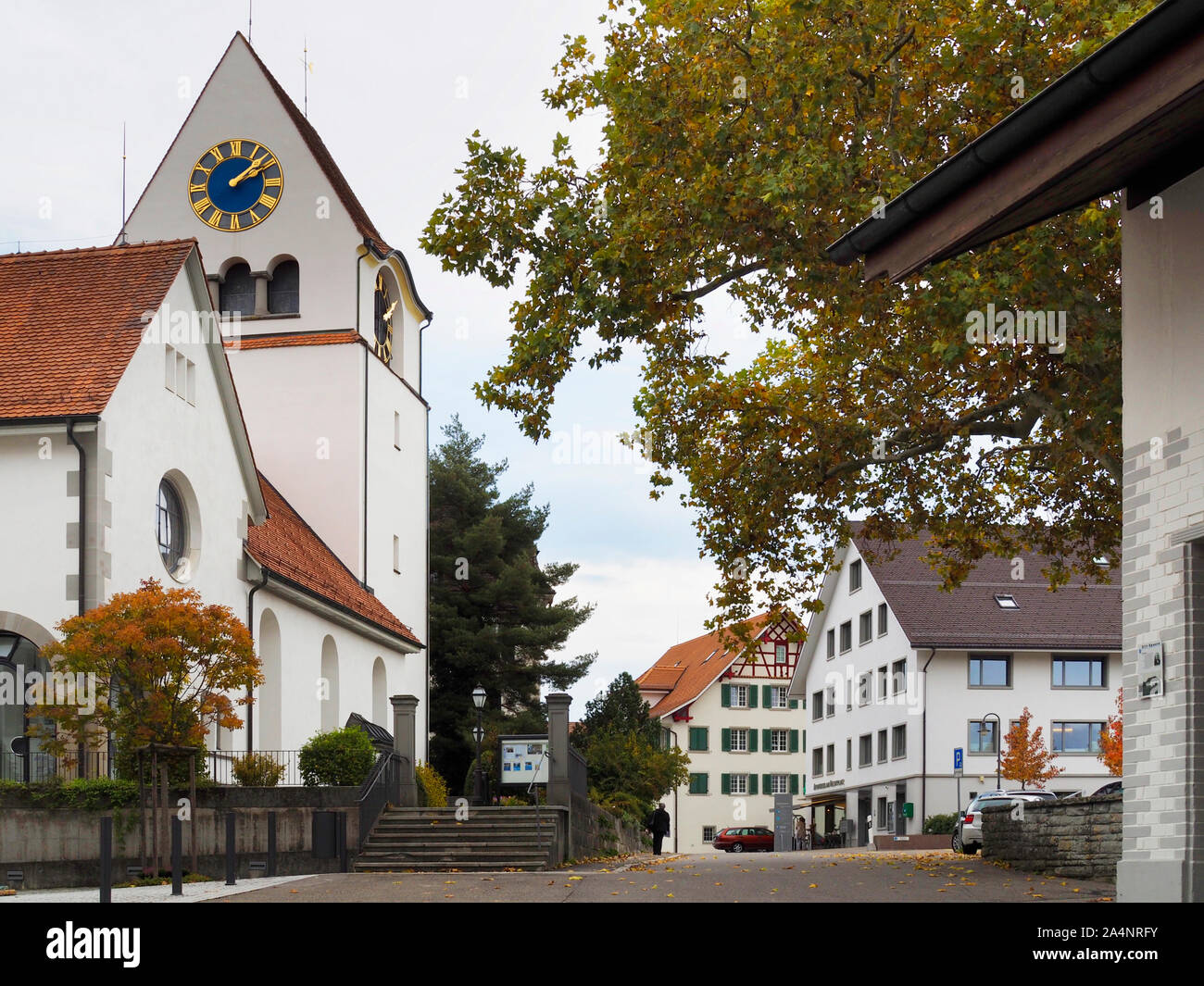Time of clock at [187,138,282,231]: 2:08
